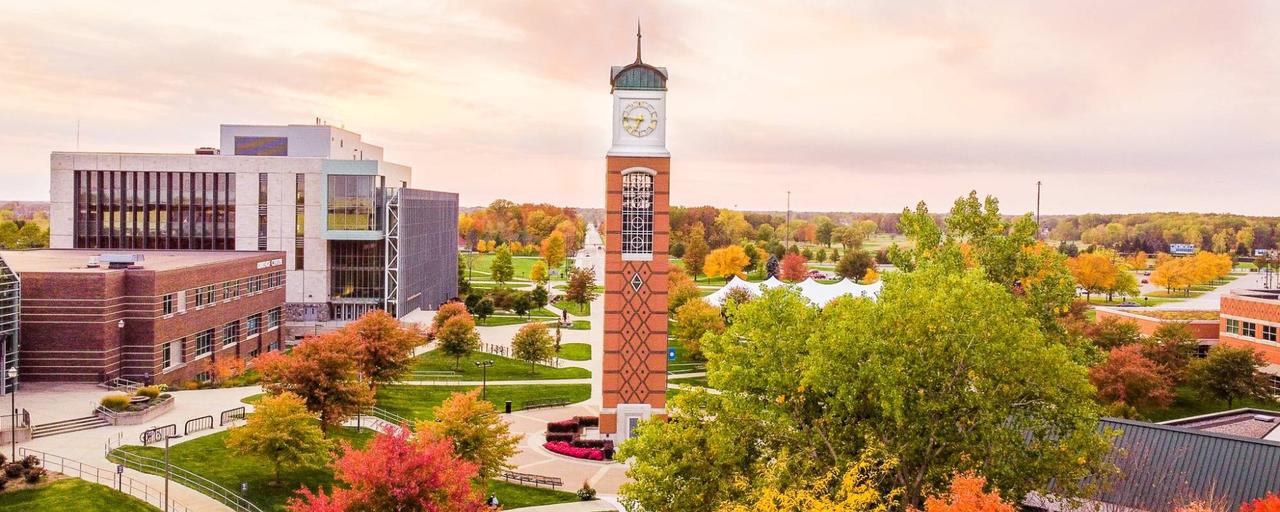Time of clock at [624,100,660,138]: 6:46
